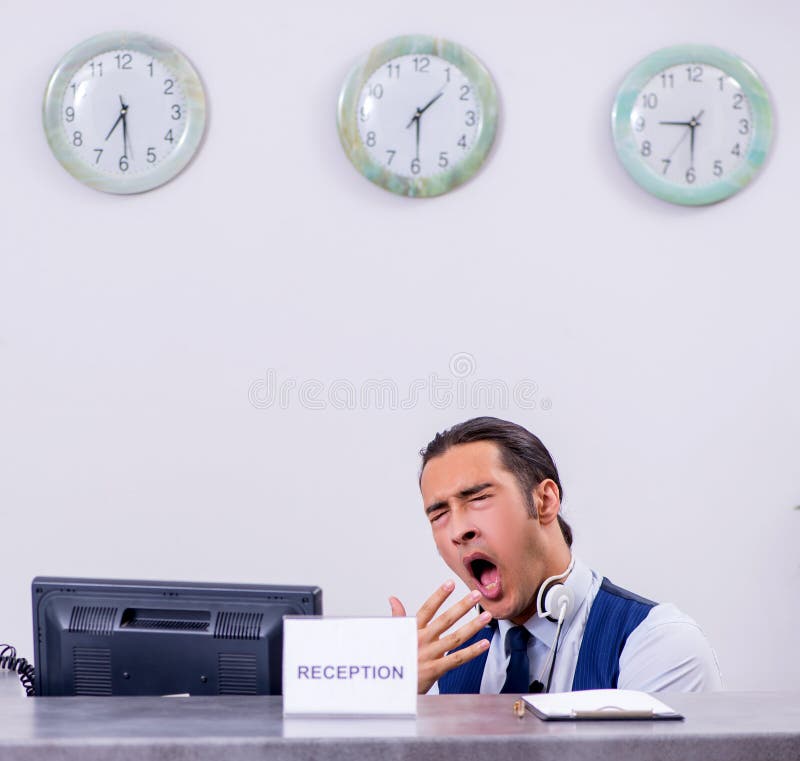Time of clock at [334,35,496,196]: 1:29
